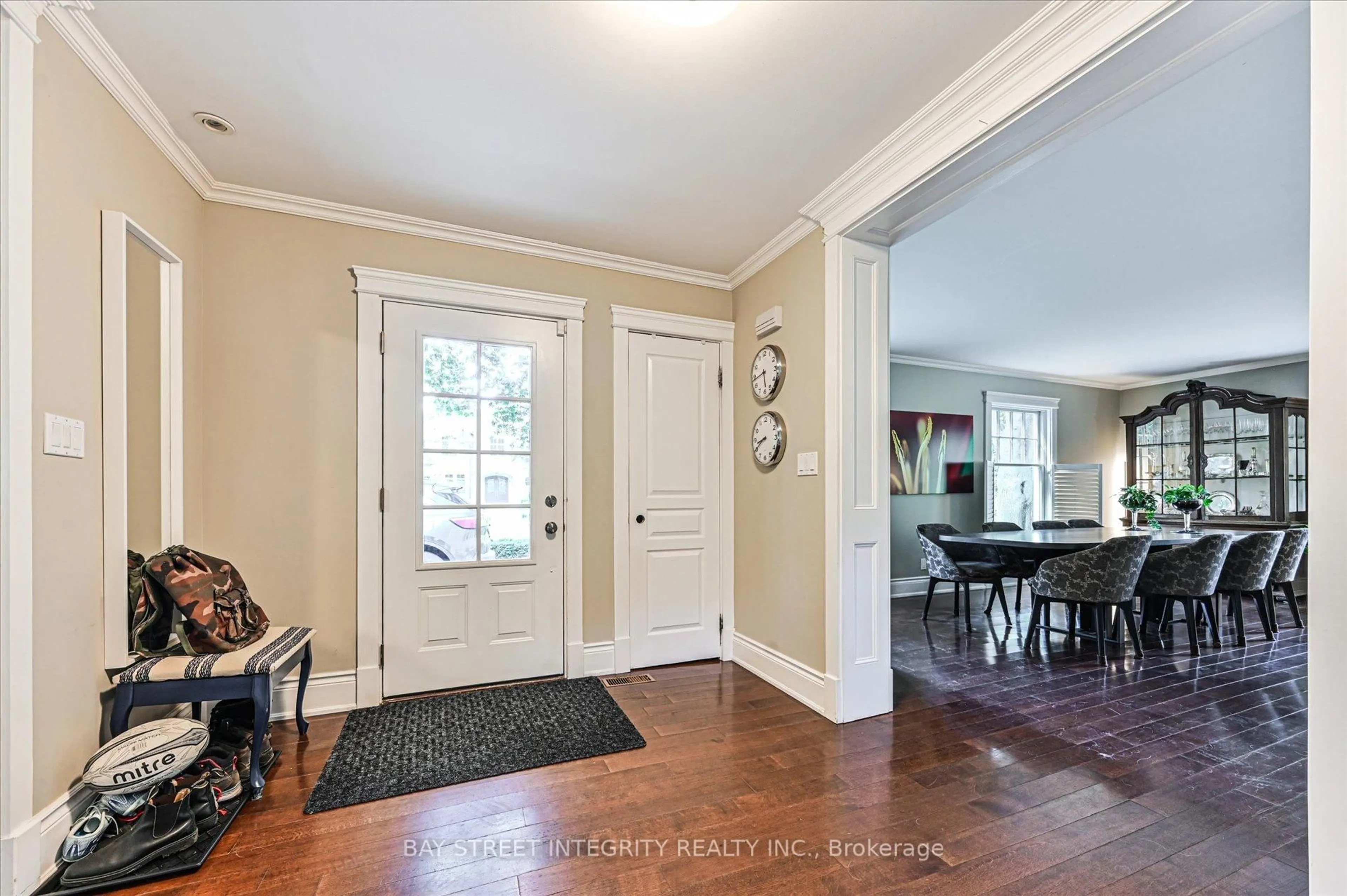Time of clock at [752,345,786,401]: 5:43
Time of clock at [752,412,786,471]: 8:40
